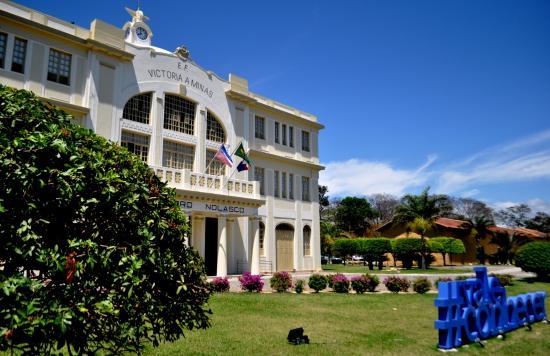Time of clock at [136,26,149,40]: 7:59
